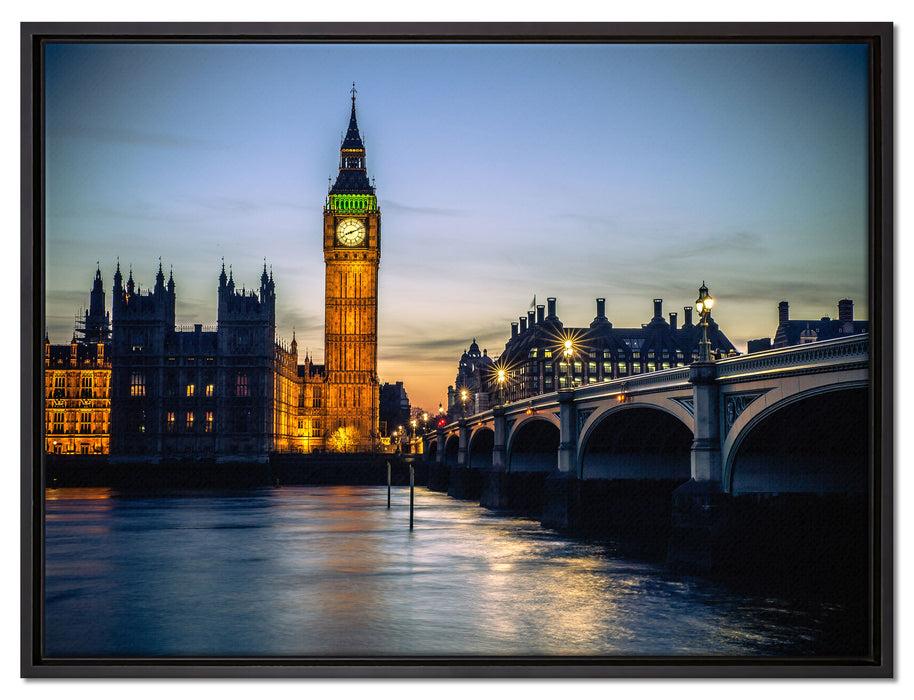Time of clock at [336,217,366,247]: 8:11
